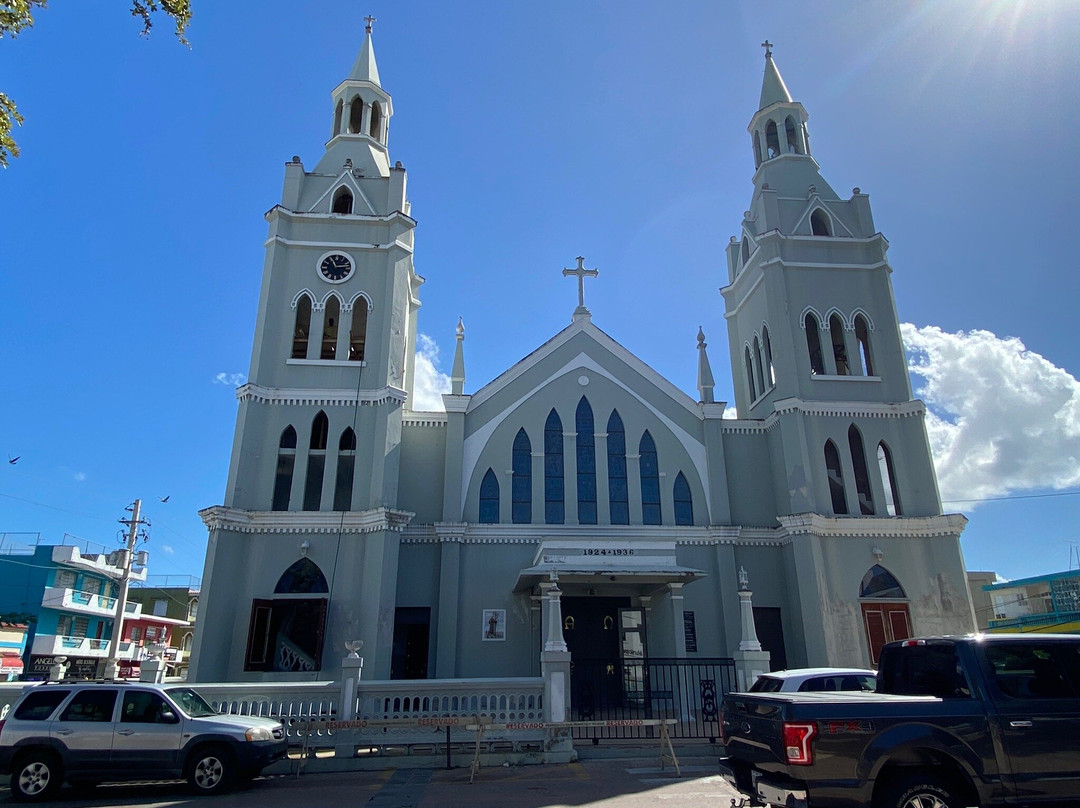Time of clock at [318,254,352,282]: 11:13
